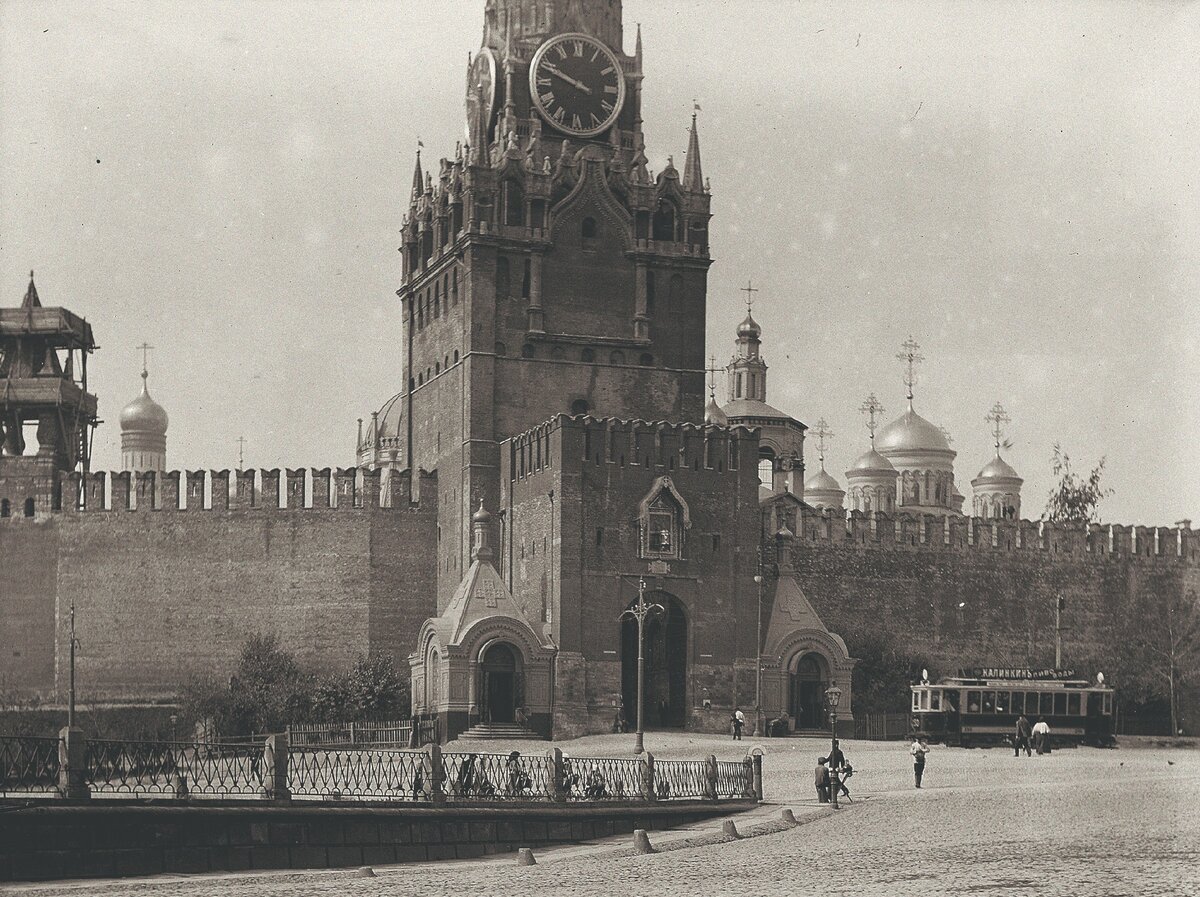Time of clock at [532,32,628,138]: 9:48
